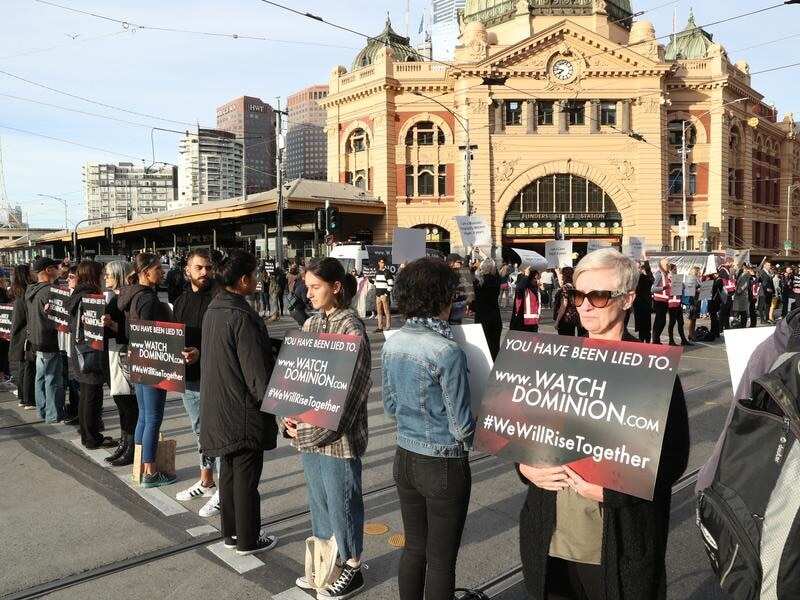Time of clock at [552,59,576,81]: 7:46
